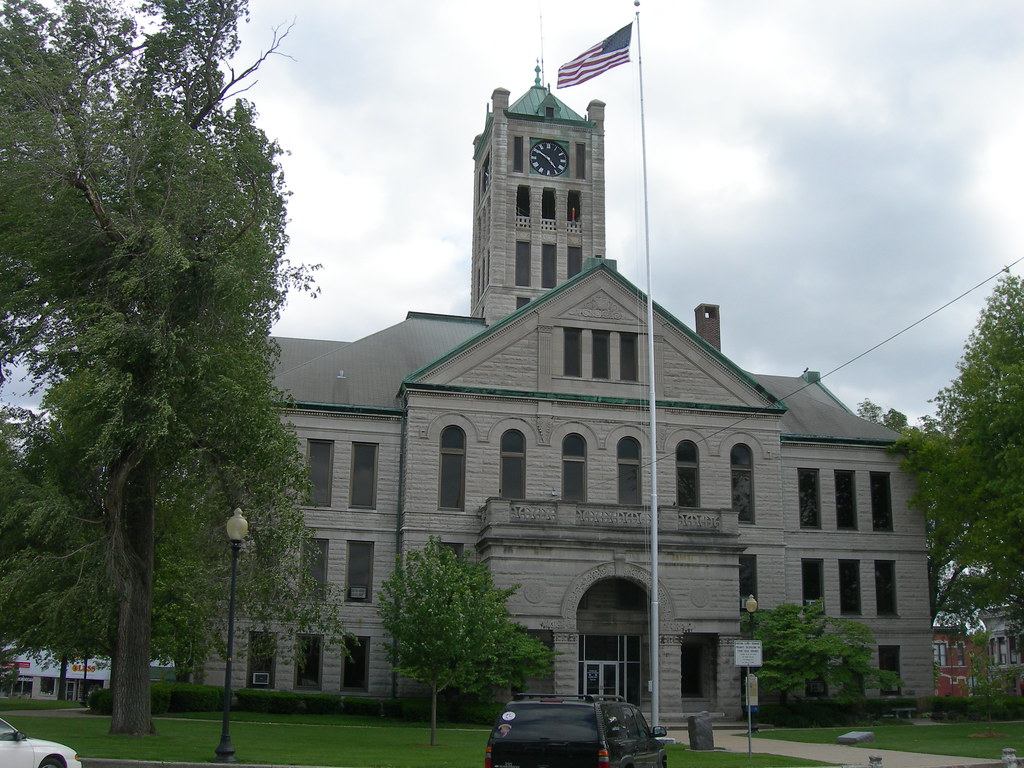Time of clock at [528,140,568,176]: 4:50
